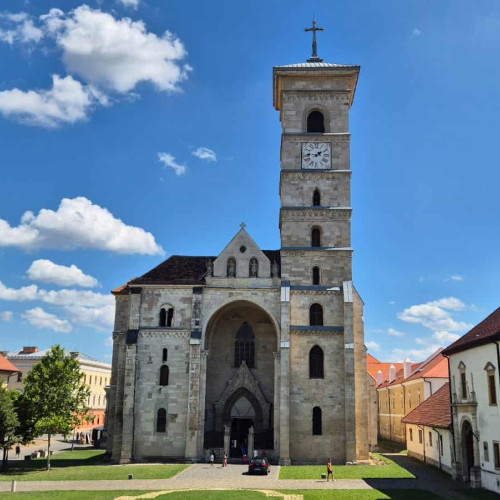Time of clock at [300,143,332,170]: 1:45
